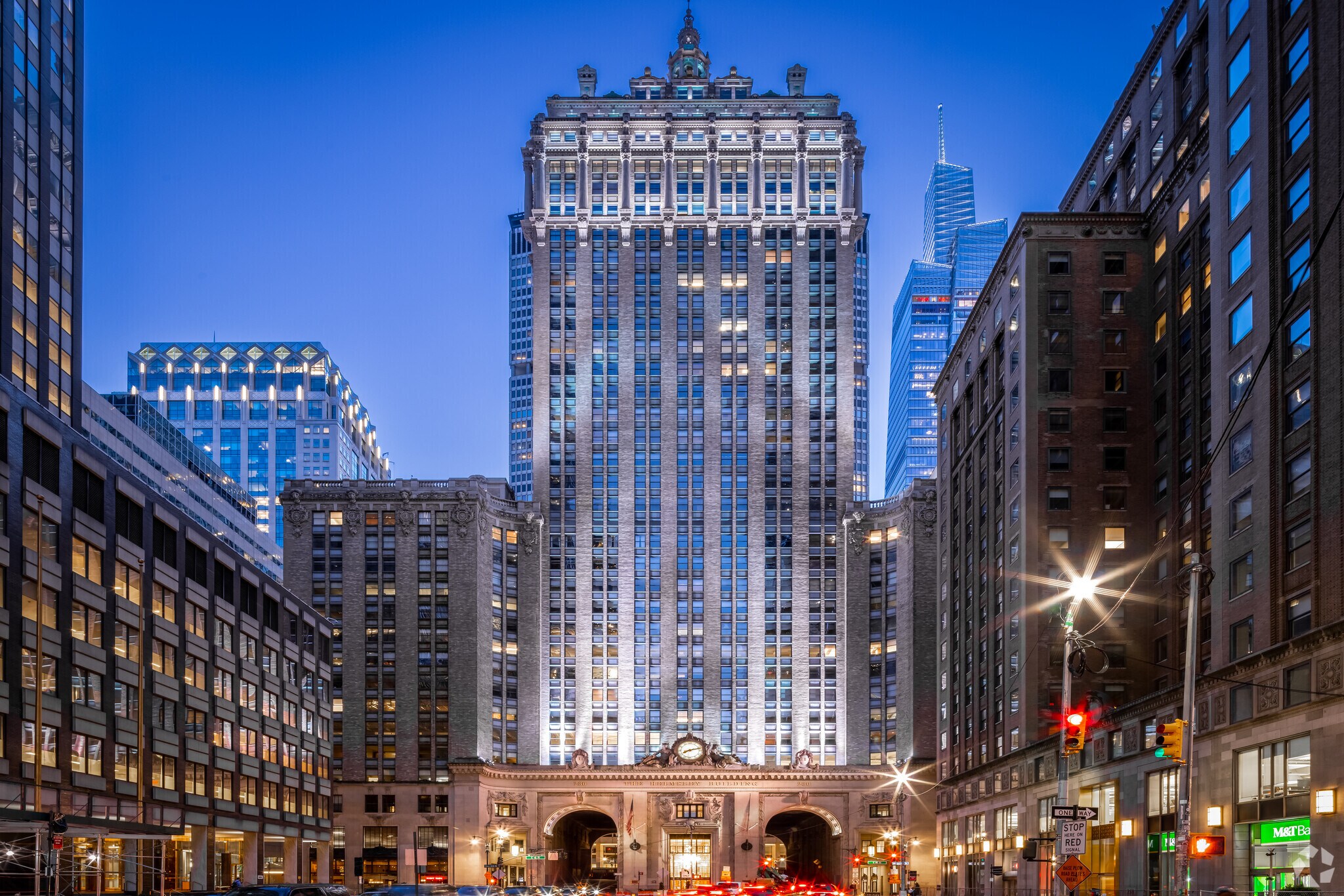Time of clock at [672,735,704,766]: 8:12
